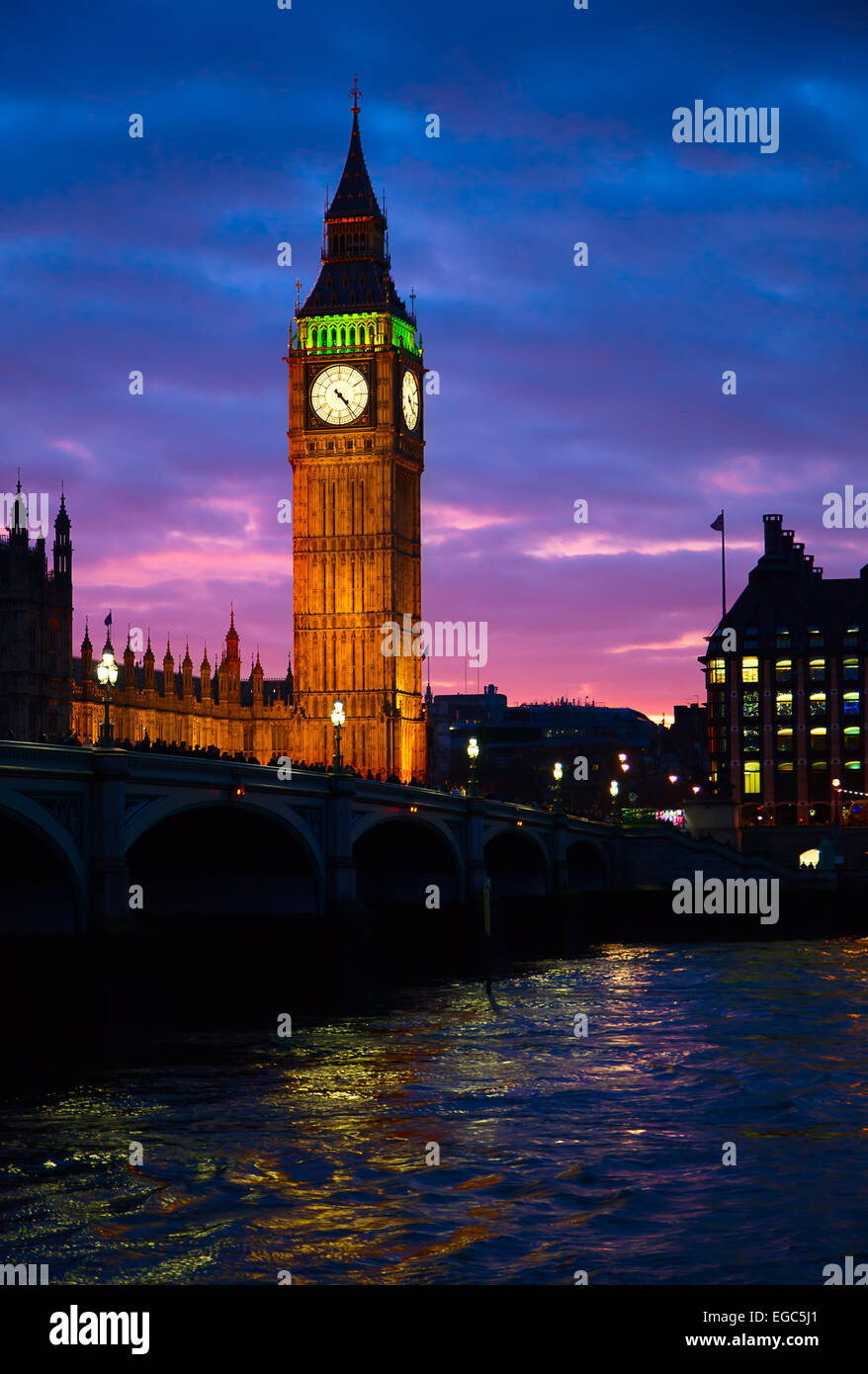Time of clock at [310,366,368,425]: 4:23
